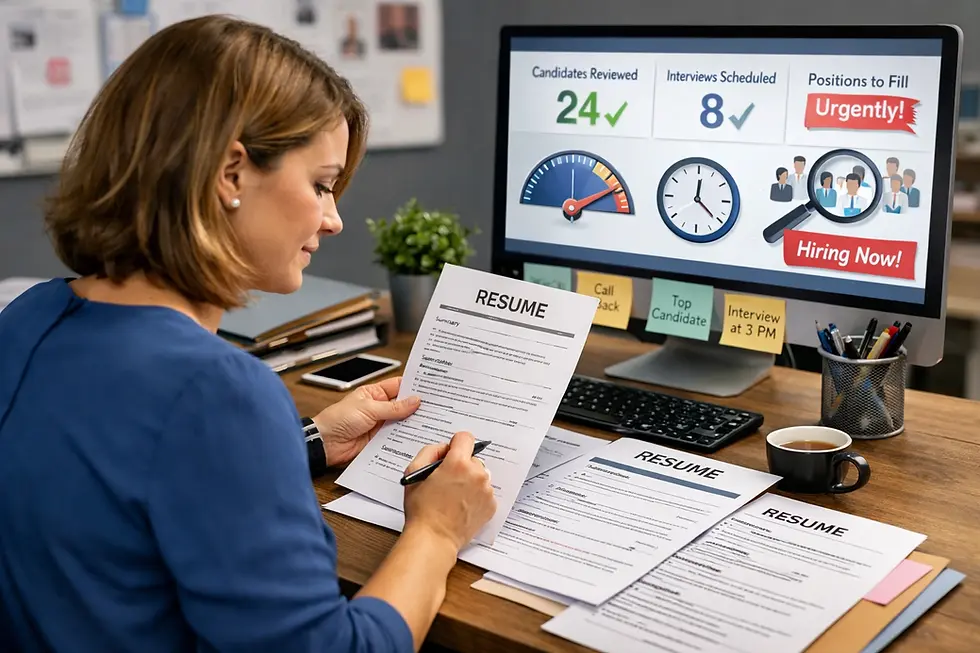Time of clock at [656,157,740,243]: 12:21
